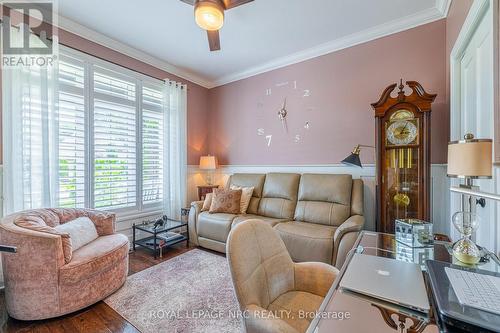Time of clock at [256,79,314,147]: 12:27
